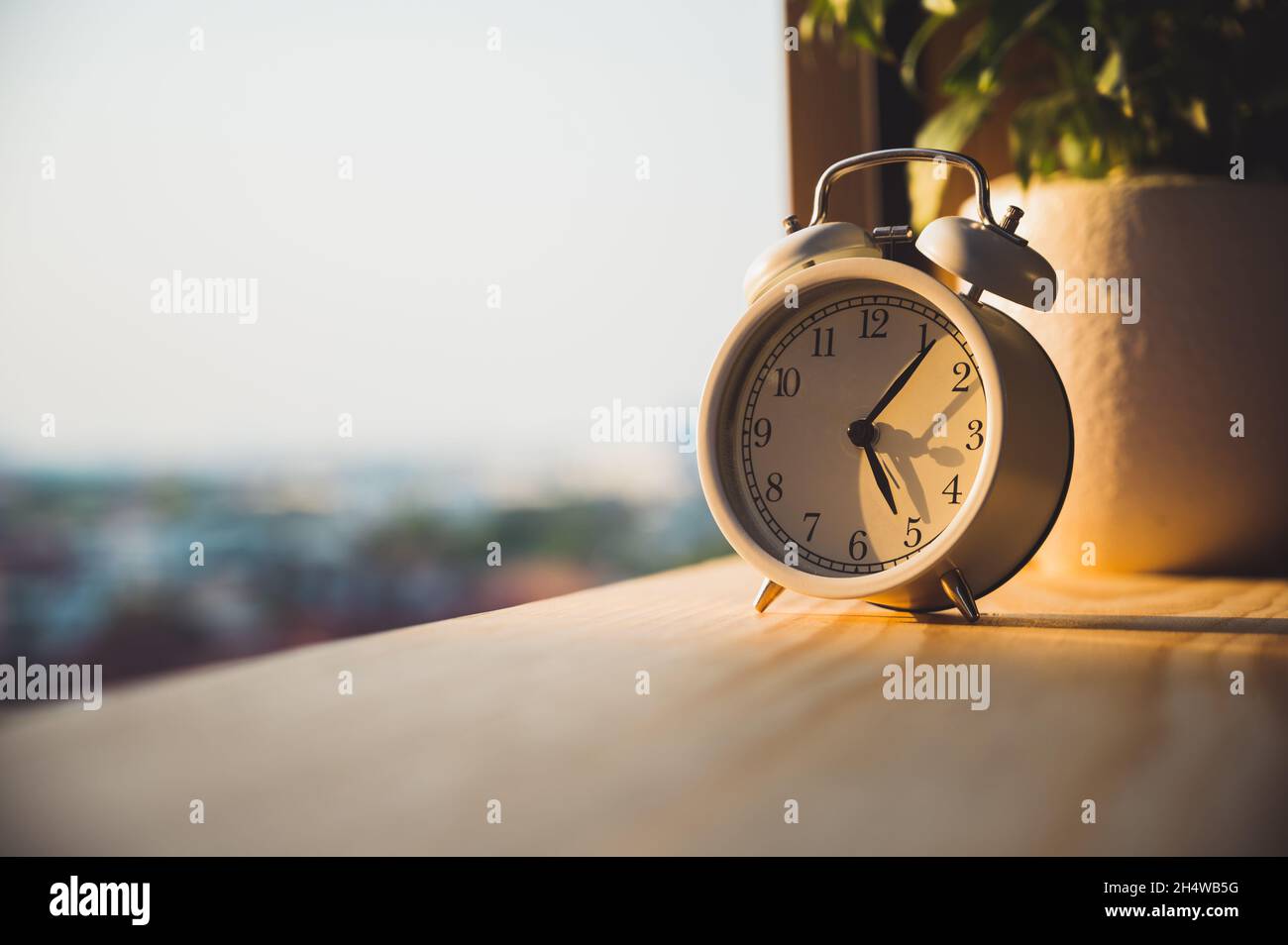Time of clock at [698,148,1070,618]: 5:06
